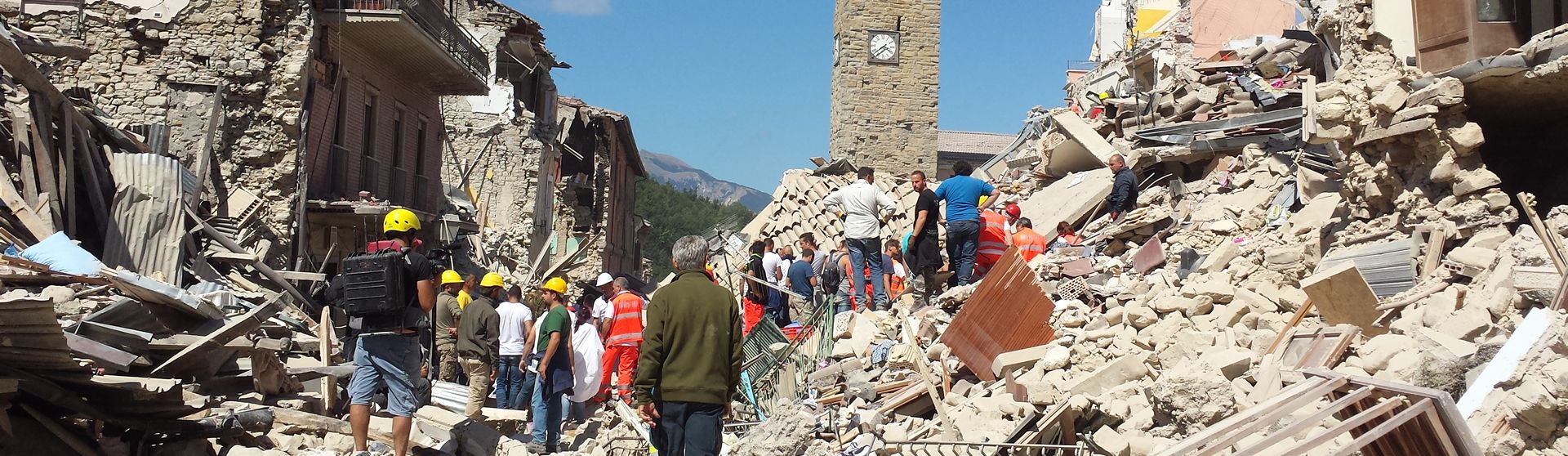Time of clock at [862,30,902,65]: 3:38
